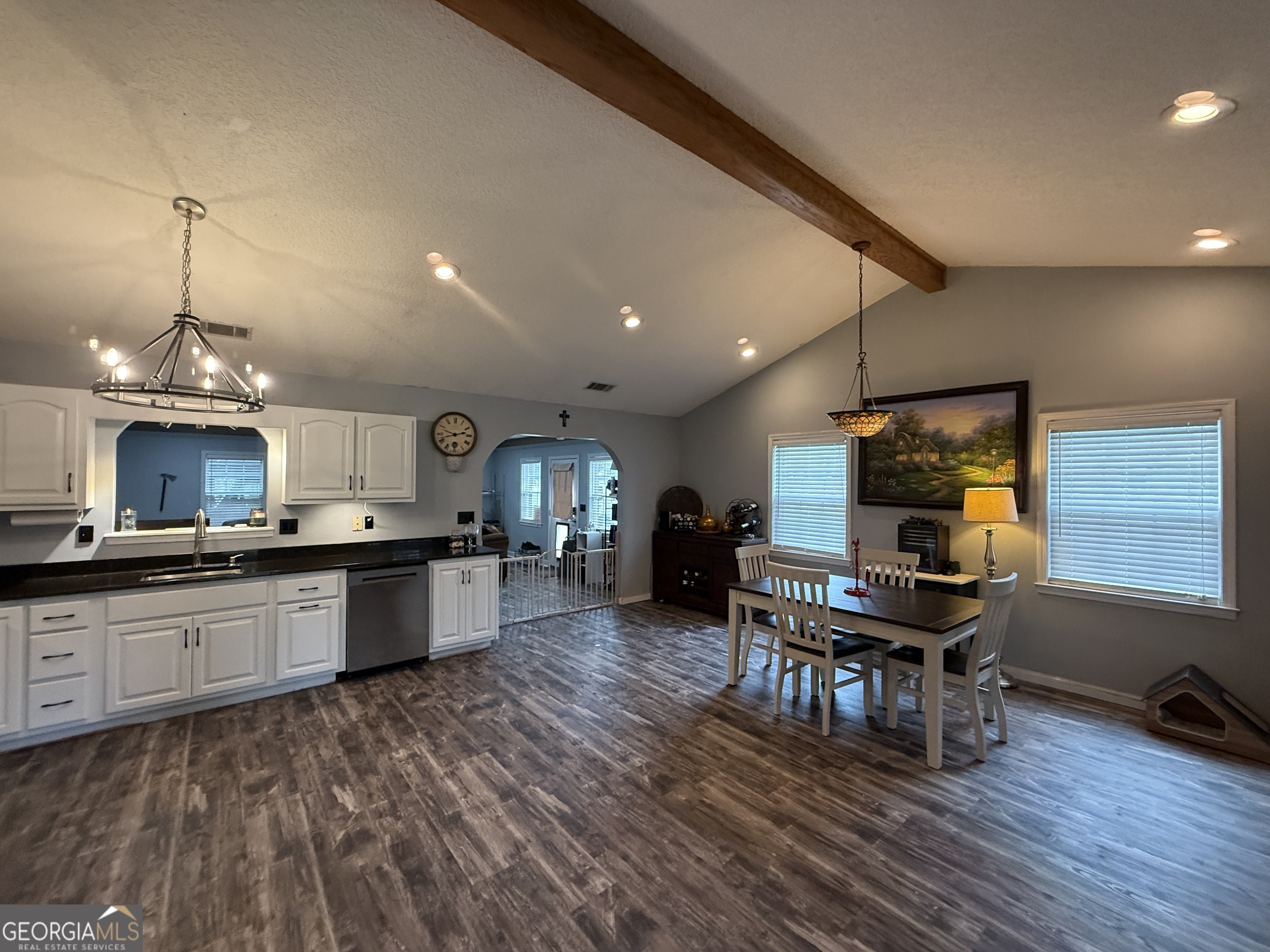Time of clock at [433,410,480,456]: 9:42
